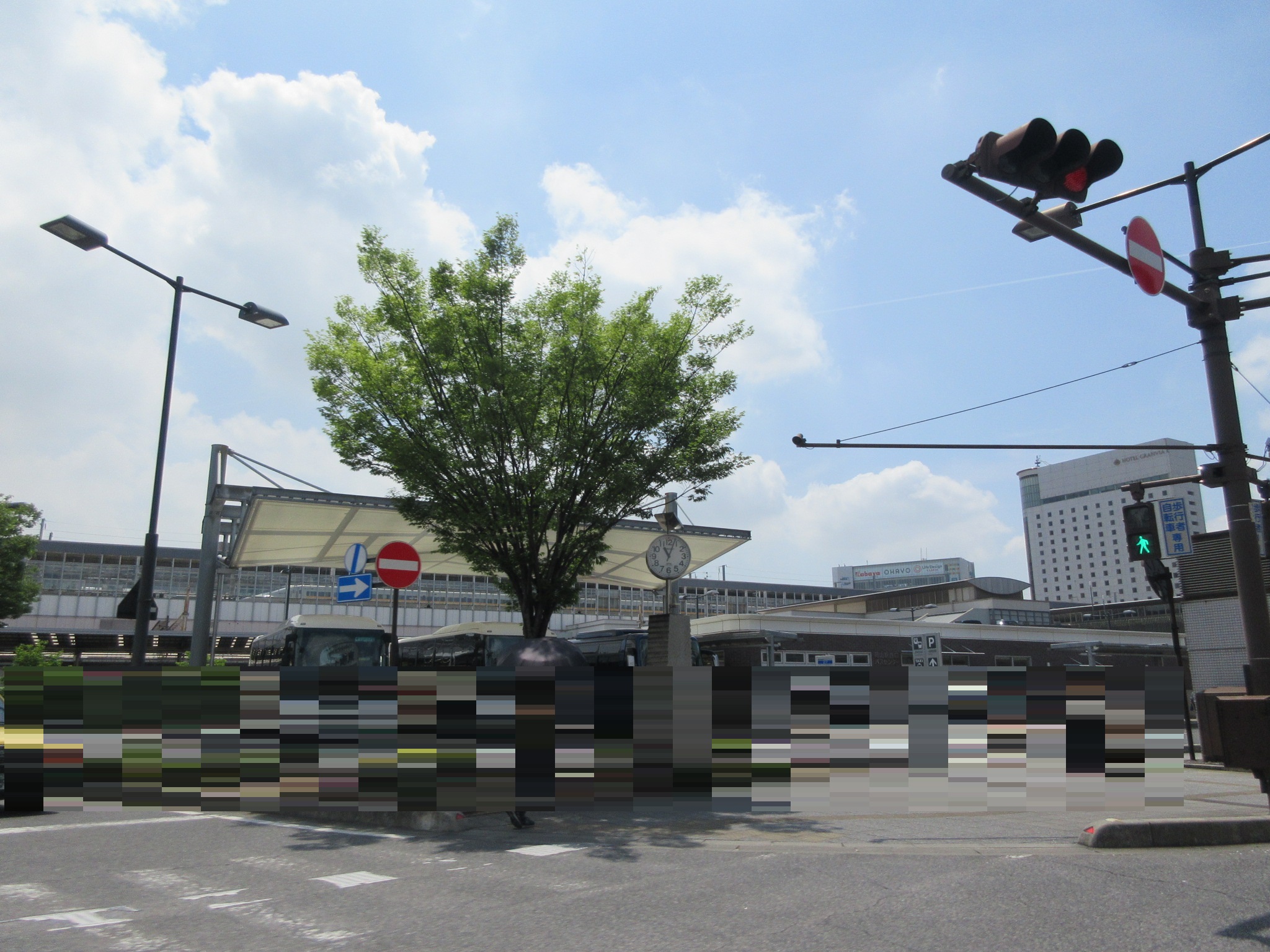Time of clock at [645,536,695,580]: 11:03
